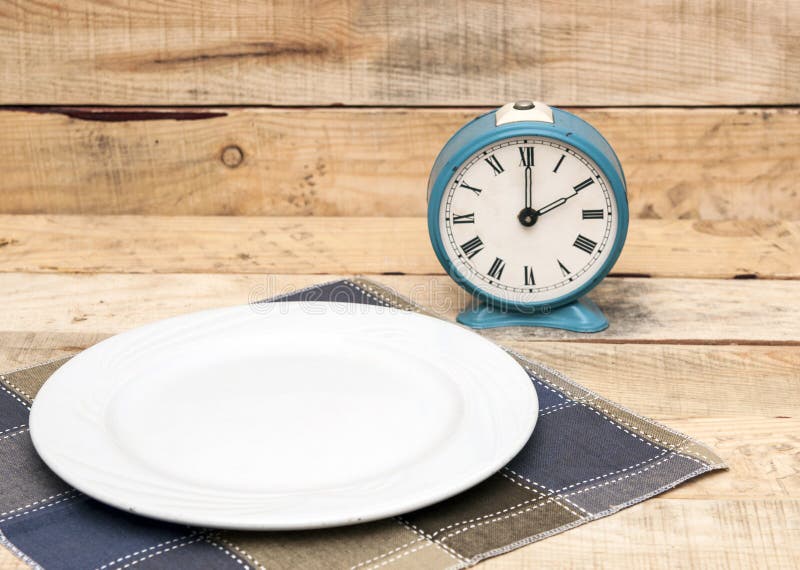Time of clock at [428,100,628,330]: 2:00
